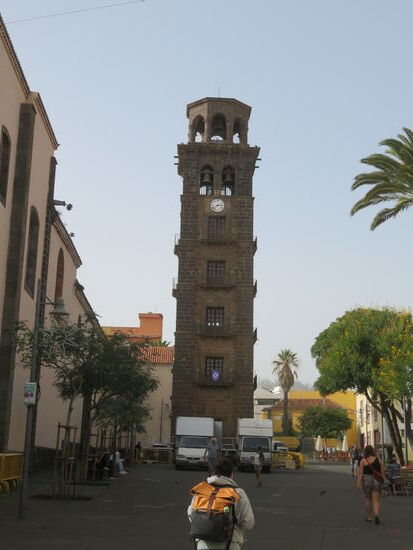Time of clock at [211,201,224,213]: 2:38
